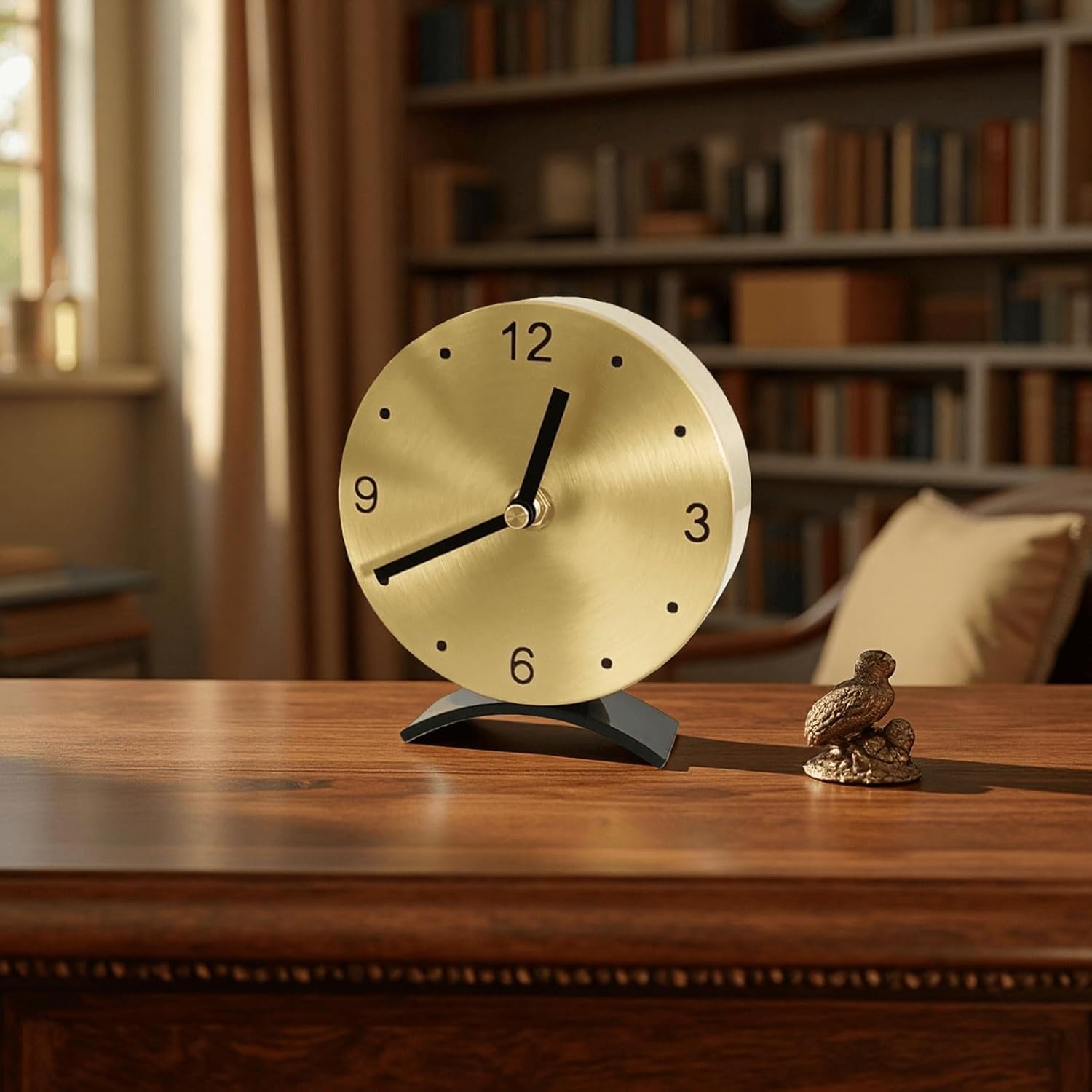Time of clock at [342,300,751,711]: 12:40
